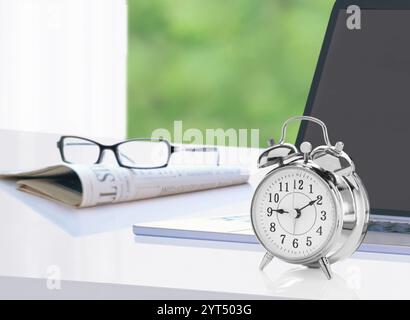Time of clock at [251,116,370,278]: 9:09
